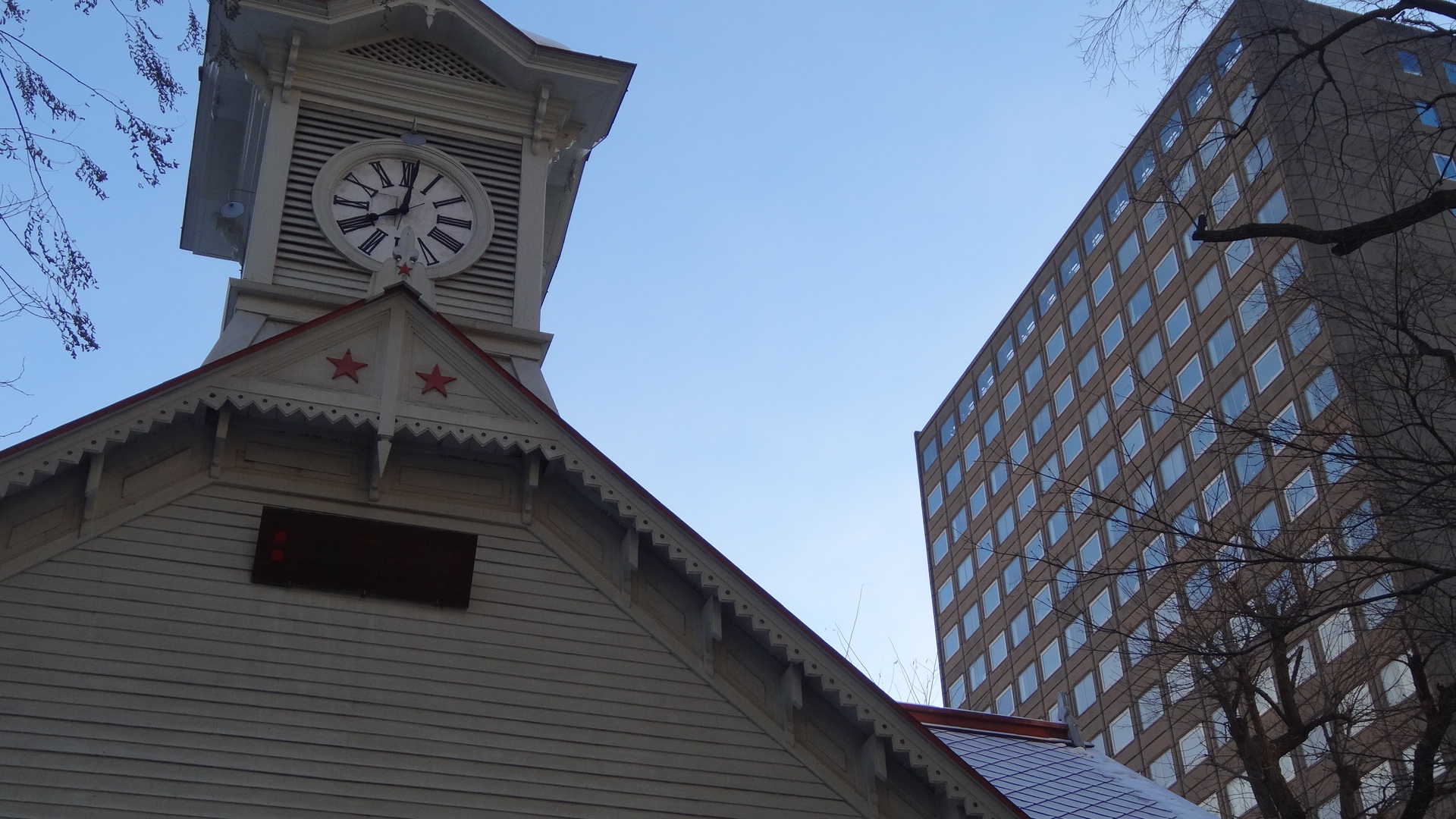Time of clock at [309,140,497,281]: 8:01
